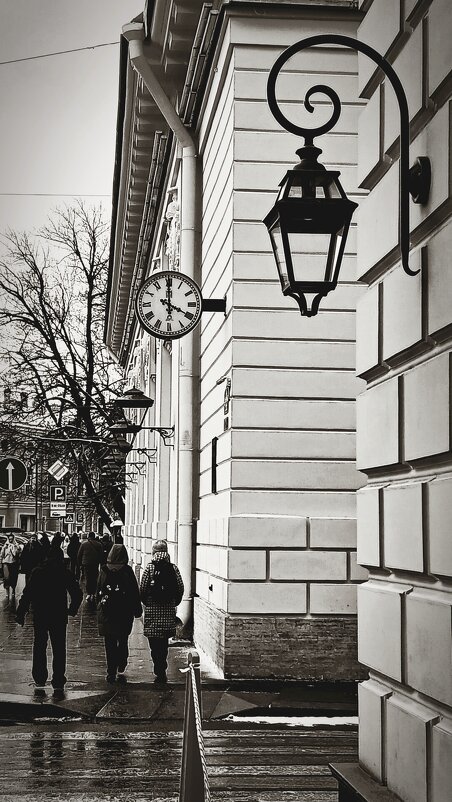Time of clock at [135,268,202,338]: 4:00
